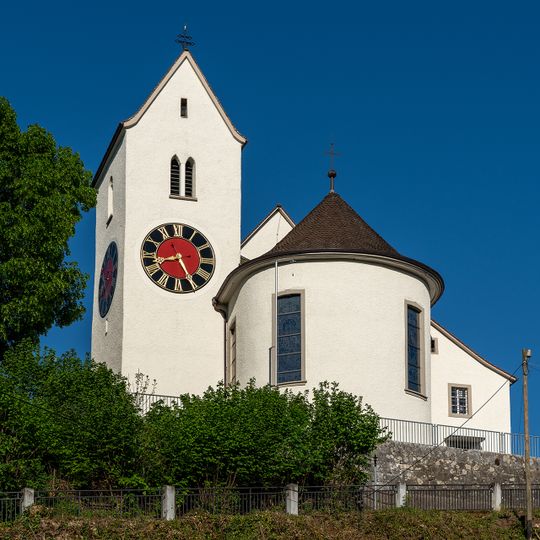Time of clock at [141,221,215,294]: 8:25
